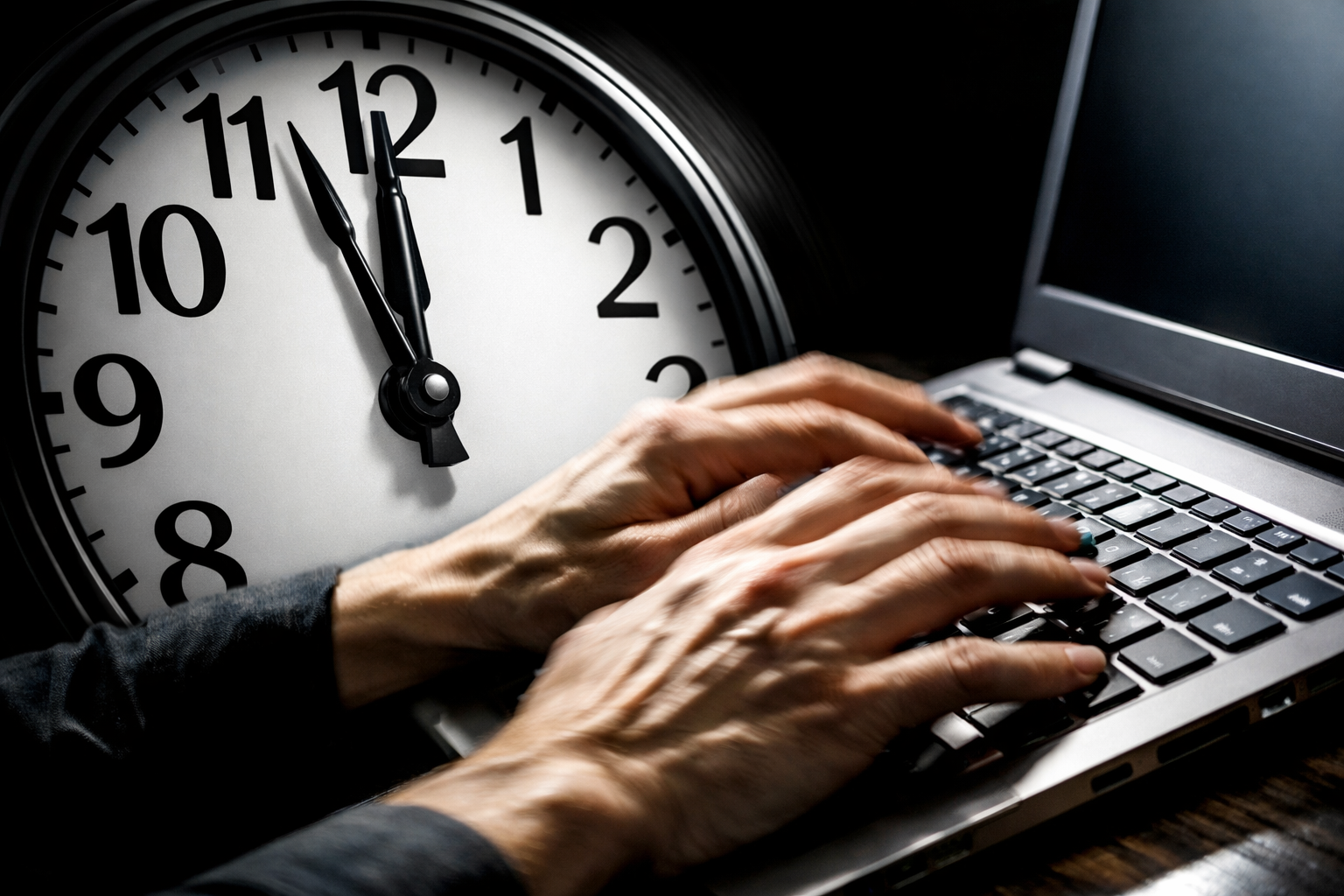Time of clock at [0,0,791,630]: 11:56
